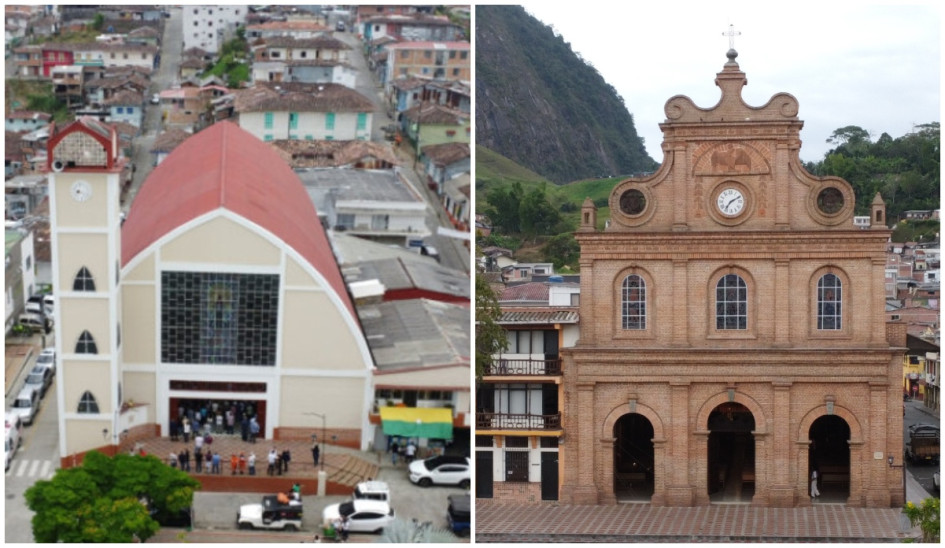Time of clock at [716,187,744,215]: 7:10
